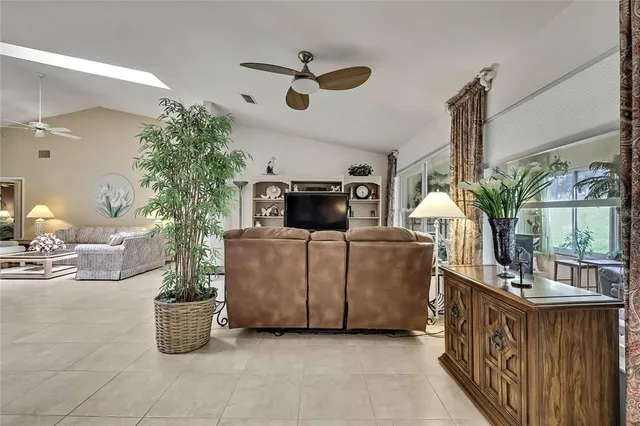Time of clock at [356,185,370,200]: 4:29
